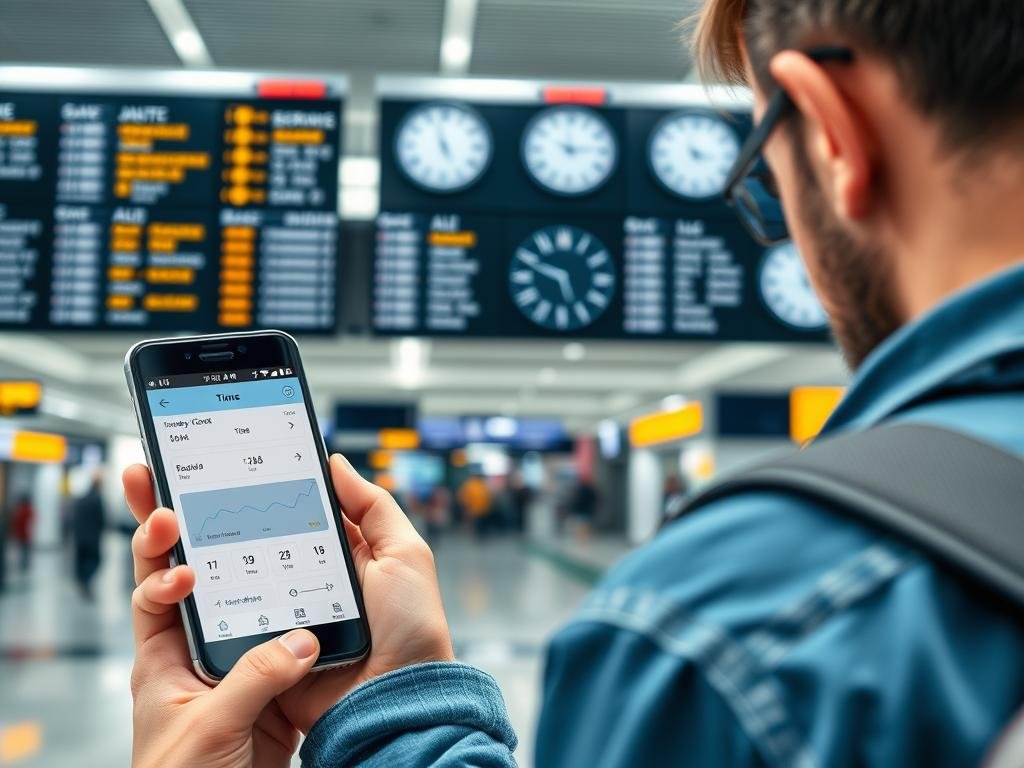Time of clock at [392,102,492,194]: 4:57
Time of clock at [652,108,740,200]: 4:16
